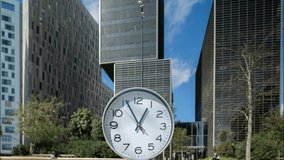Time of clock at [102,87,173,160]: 12:55
